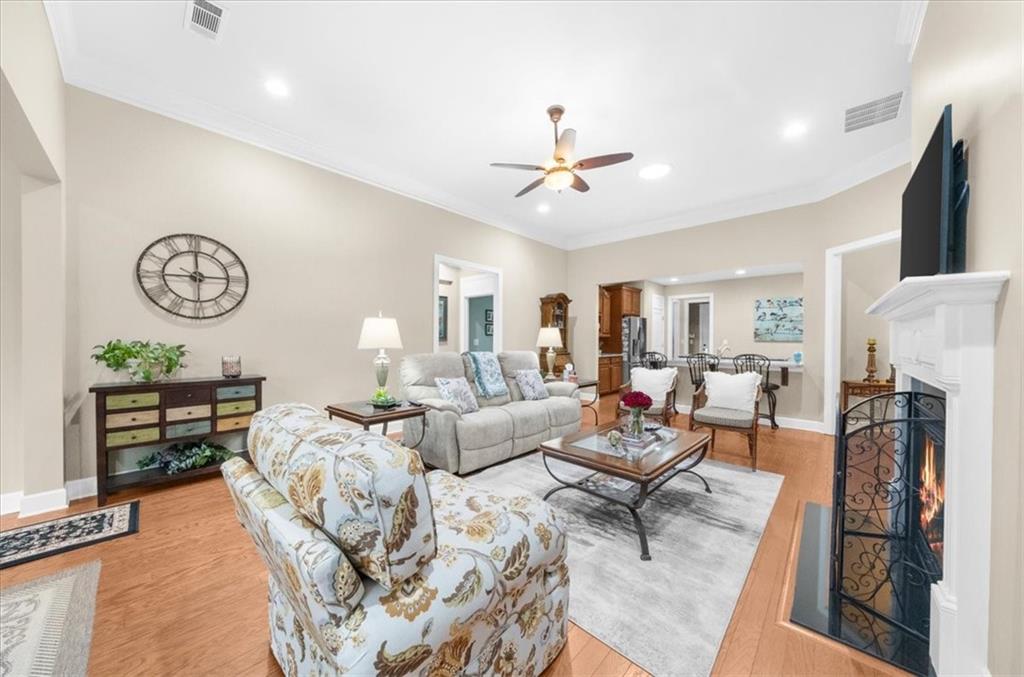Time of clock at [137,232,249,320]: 9:00
